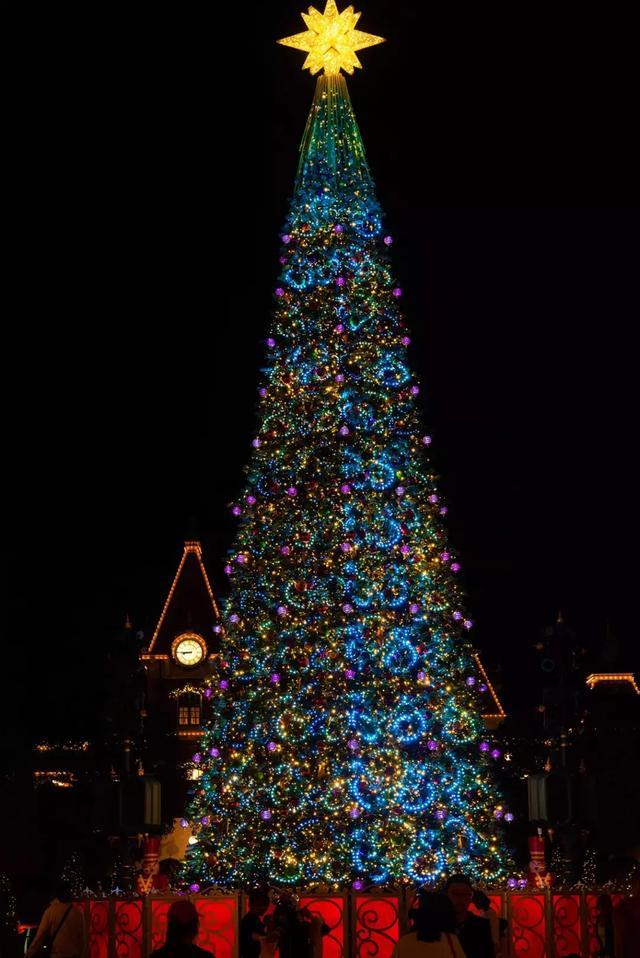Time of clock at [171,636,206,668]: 8:45
